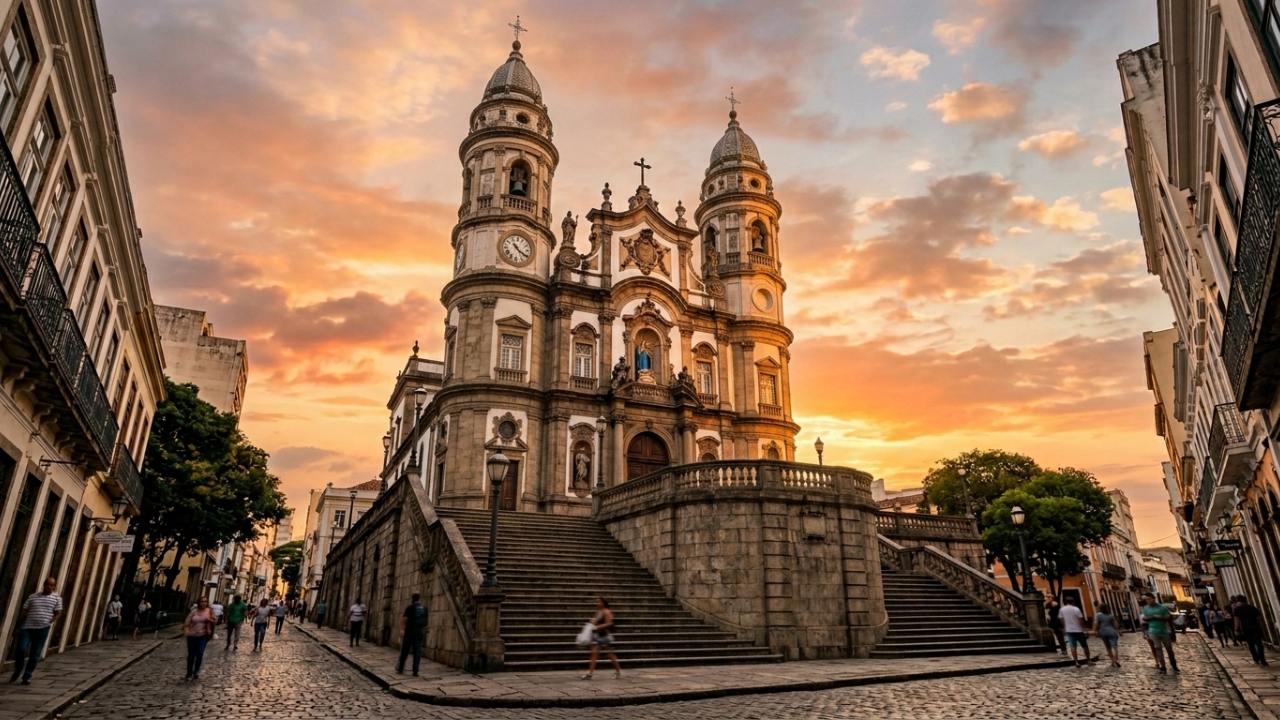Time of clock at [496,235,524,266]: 10:20
